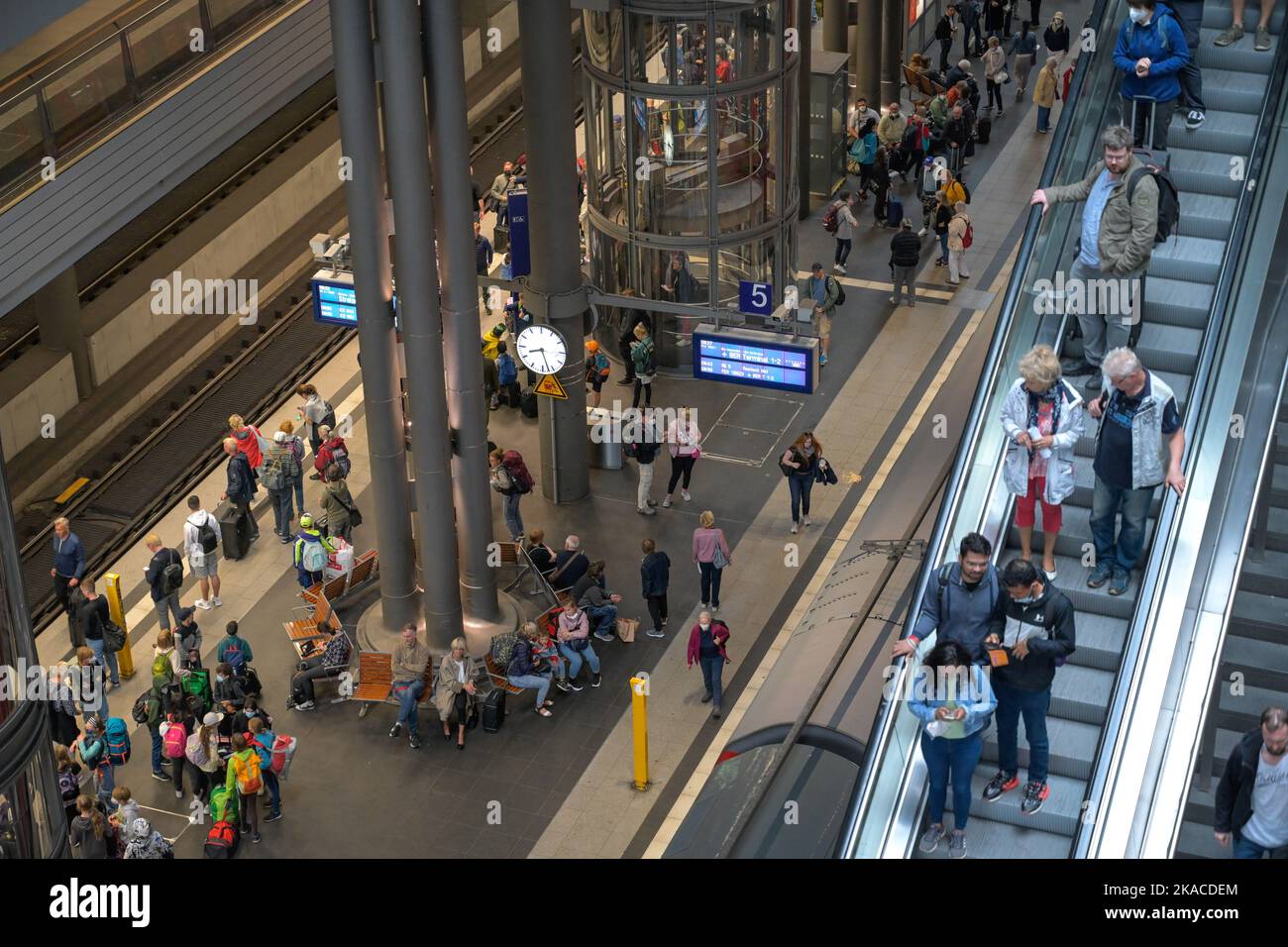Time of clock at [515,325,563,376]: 8:27
